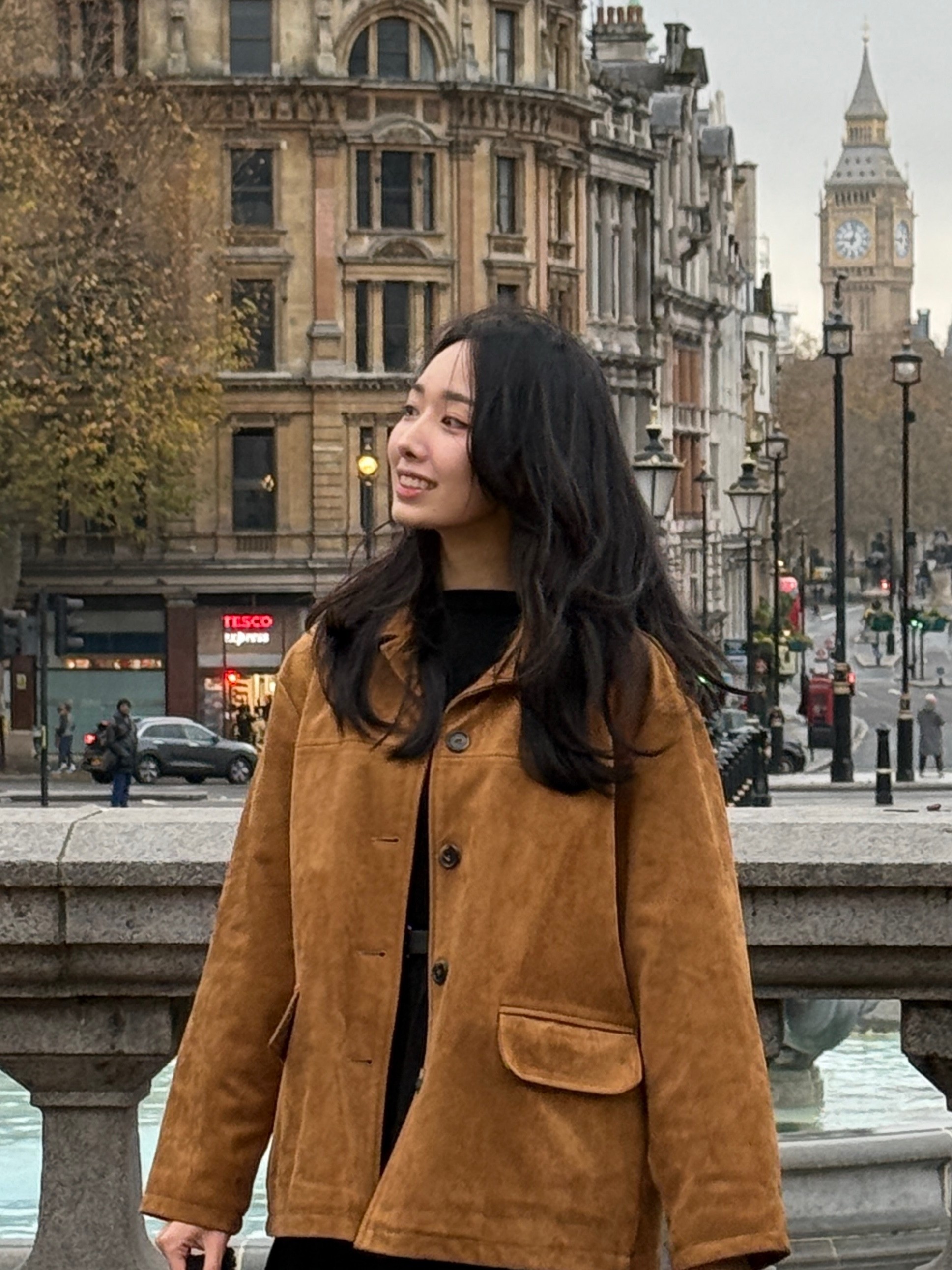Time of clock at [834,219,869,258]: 9:01
